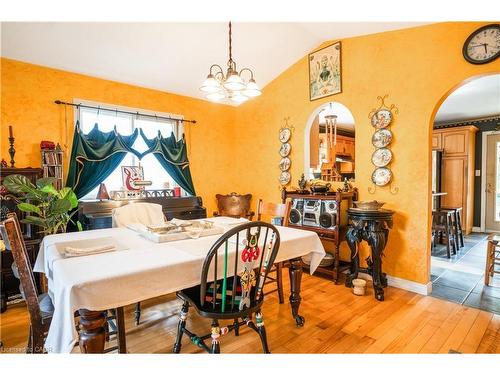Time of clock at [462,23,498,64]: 5:46
